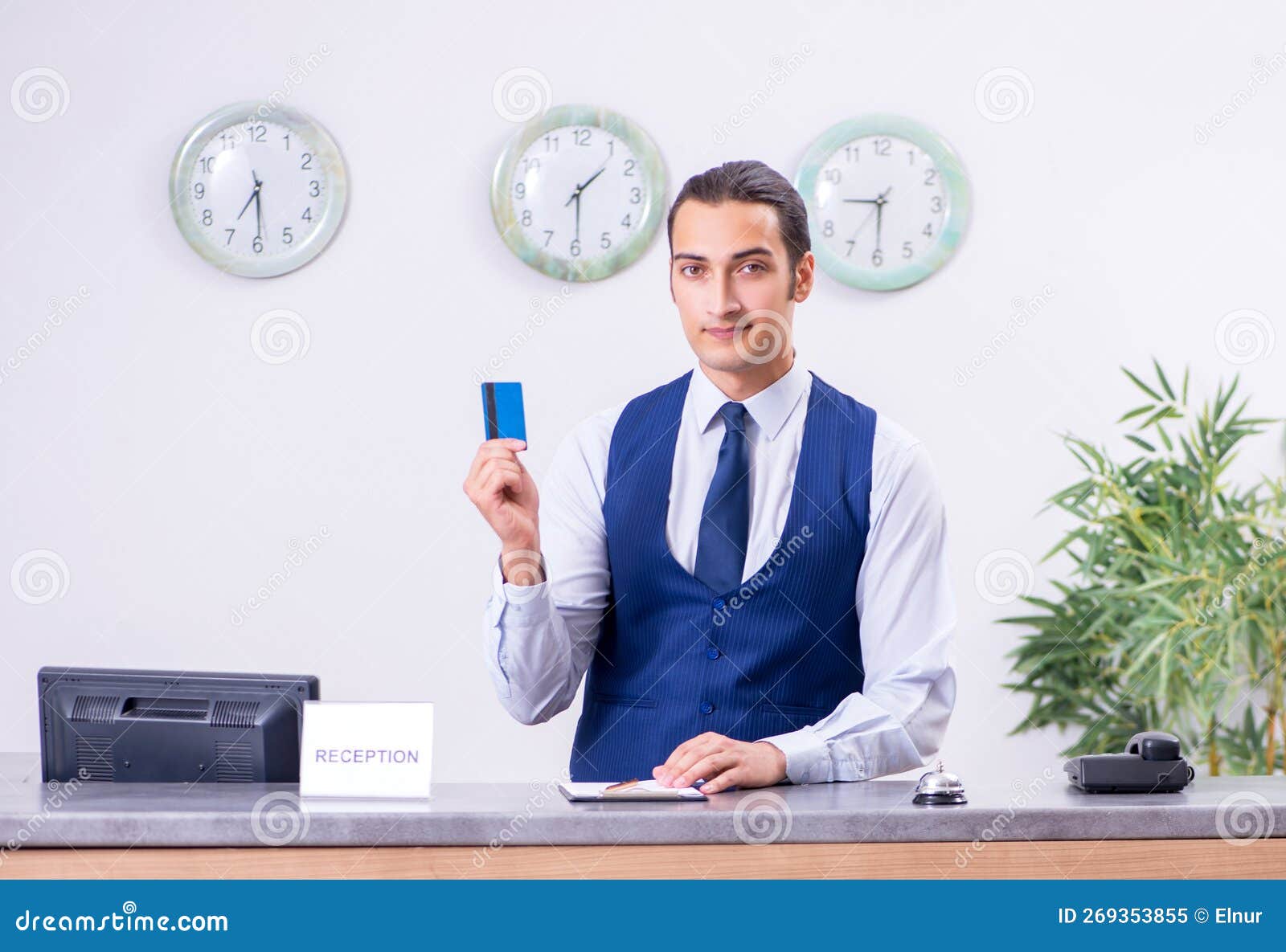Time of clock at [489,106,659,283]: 1:29
